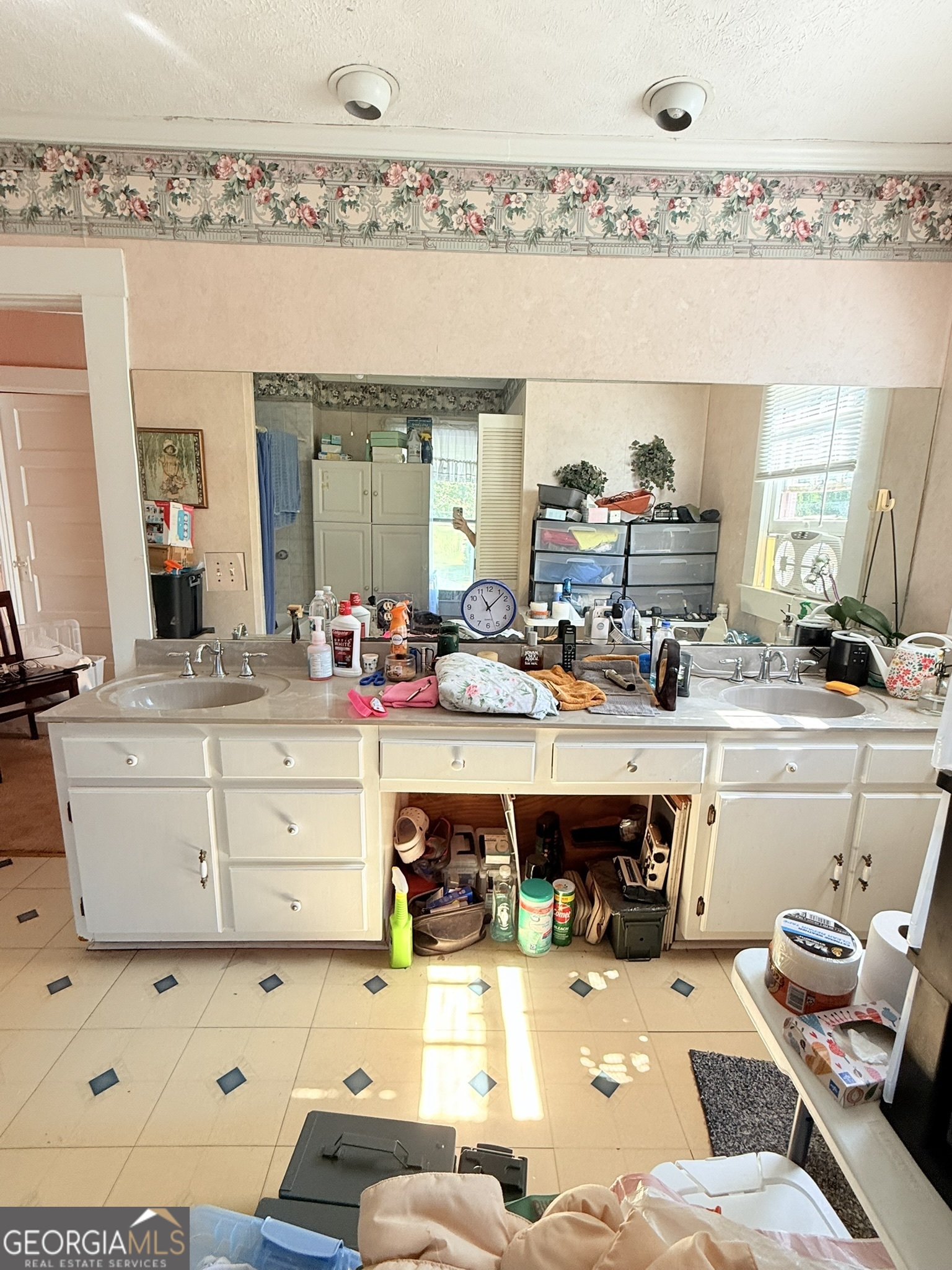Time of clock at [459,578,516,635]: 11:07
